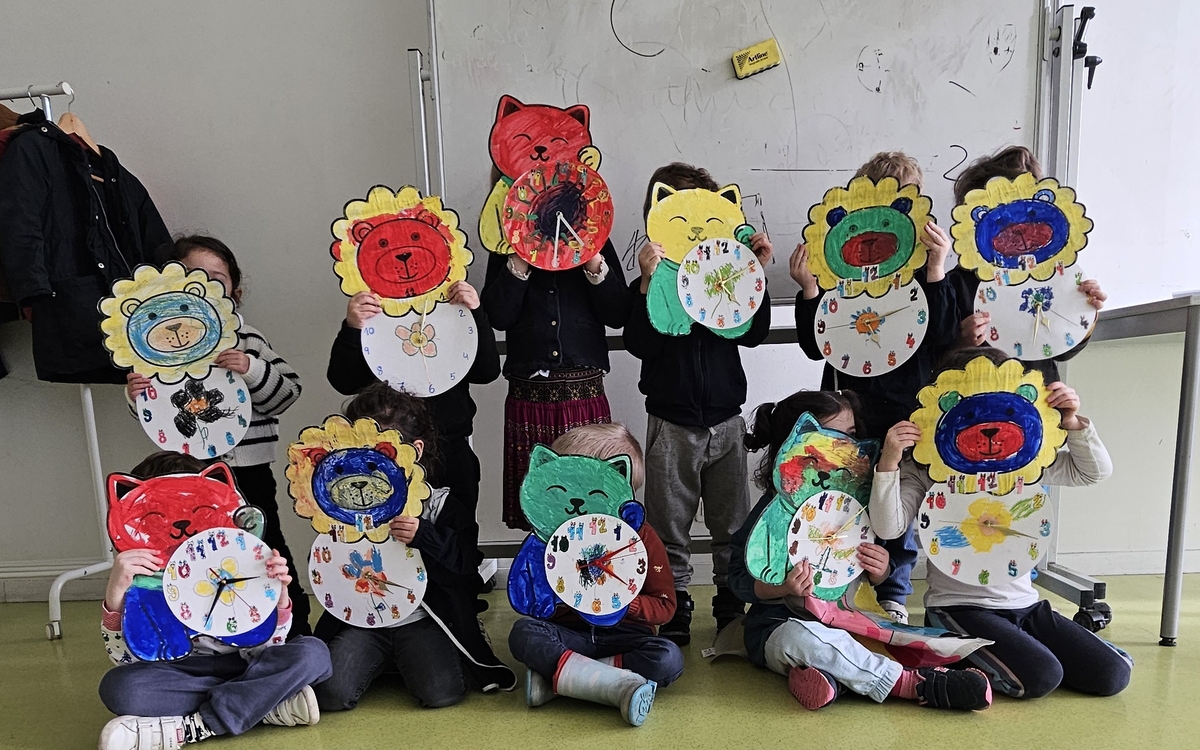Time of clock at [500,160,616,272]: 4:30
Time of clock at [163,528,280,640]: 3:35
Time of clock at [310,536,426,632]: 4:18
